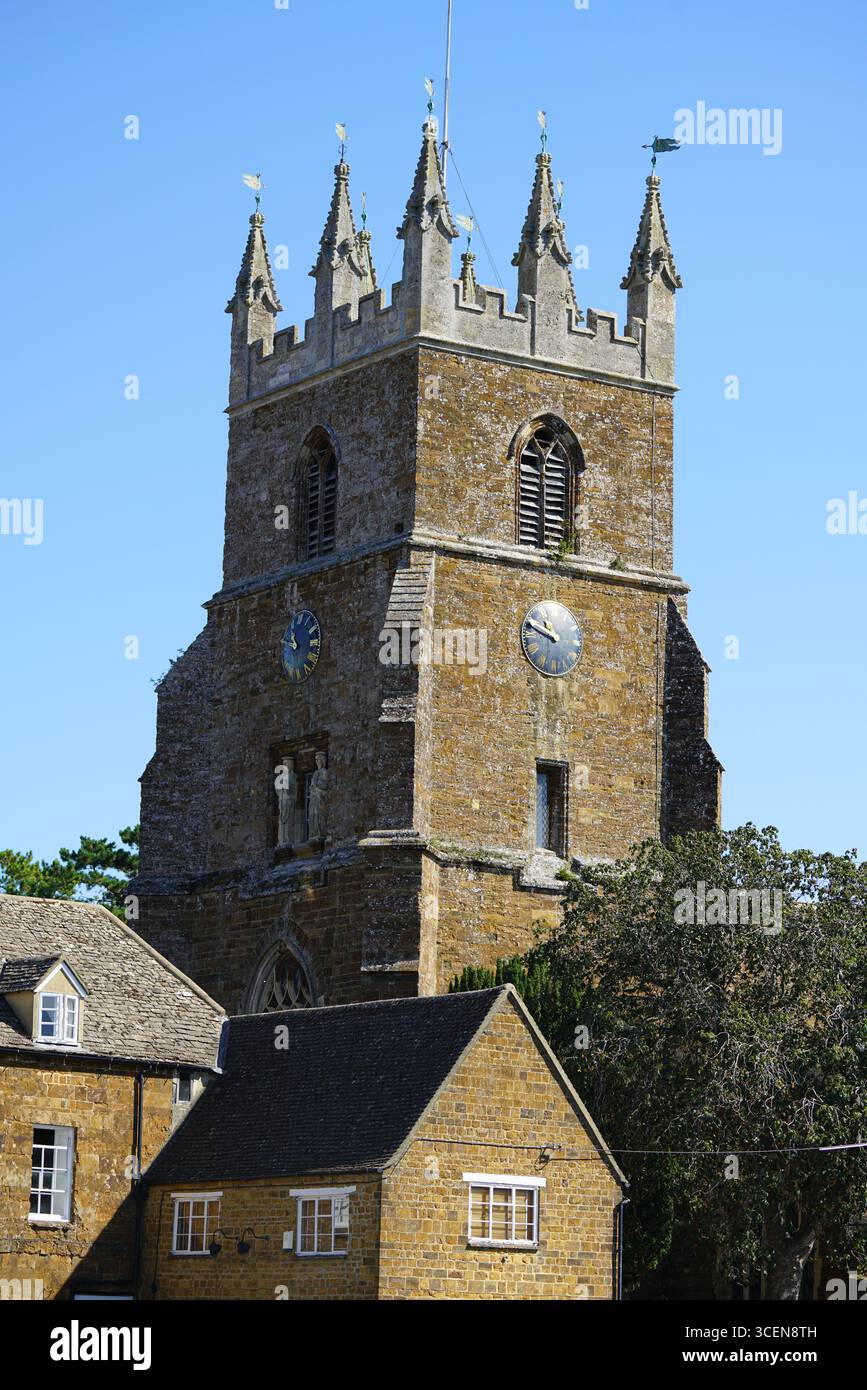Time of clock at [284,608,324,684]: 10:47
